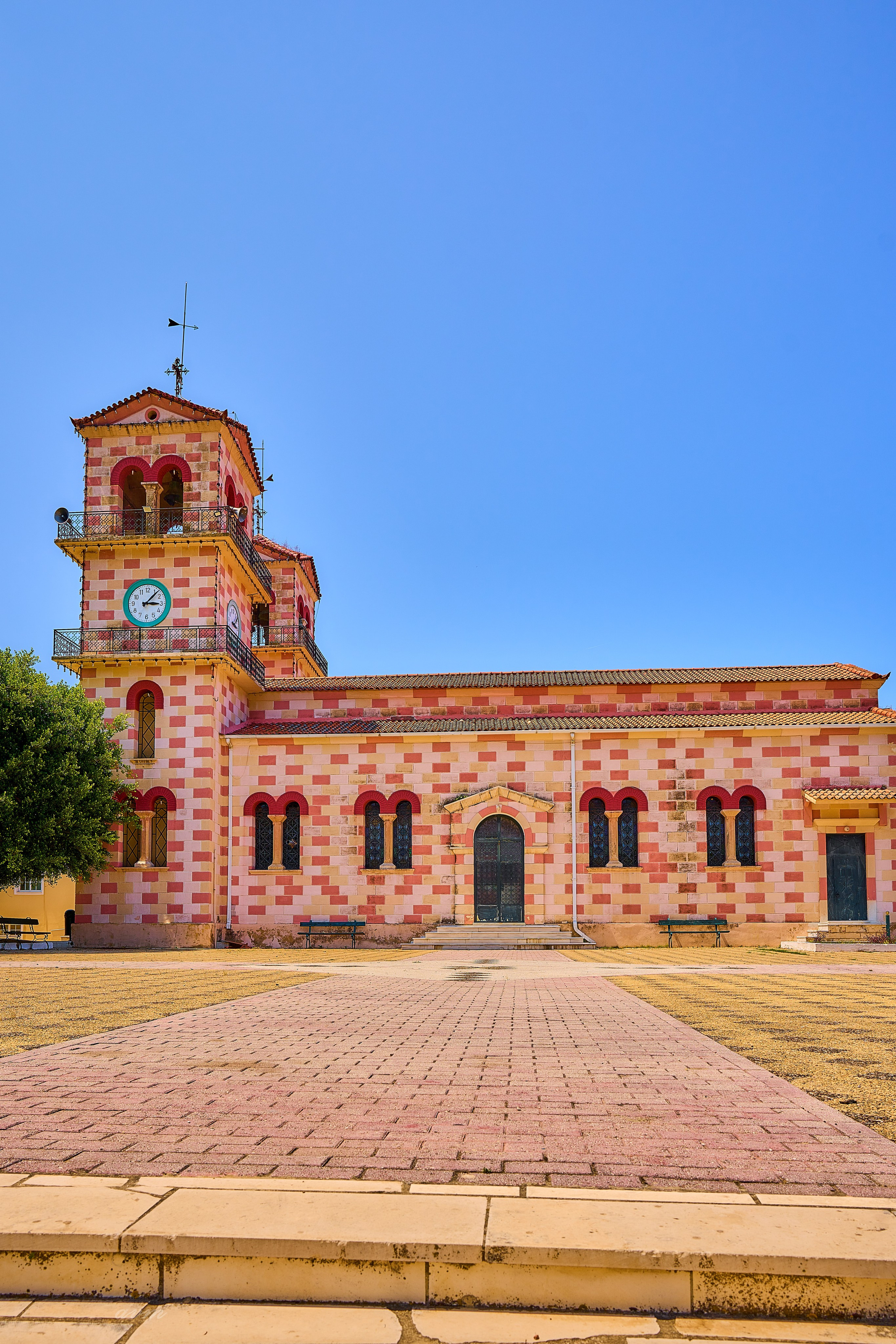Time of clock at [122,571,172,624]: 3:06
